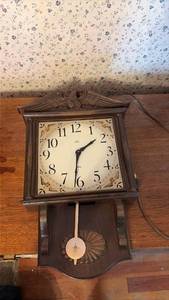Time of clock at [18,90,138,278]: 1:31
